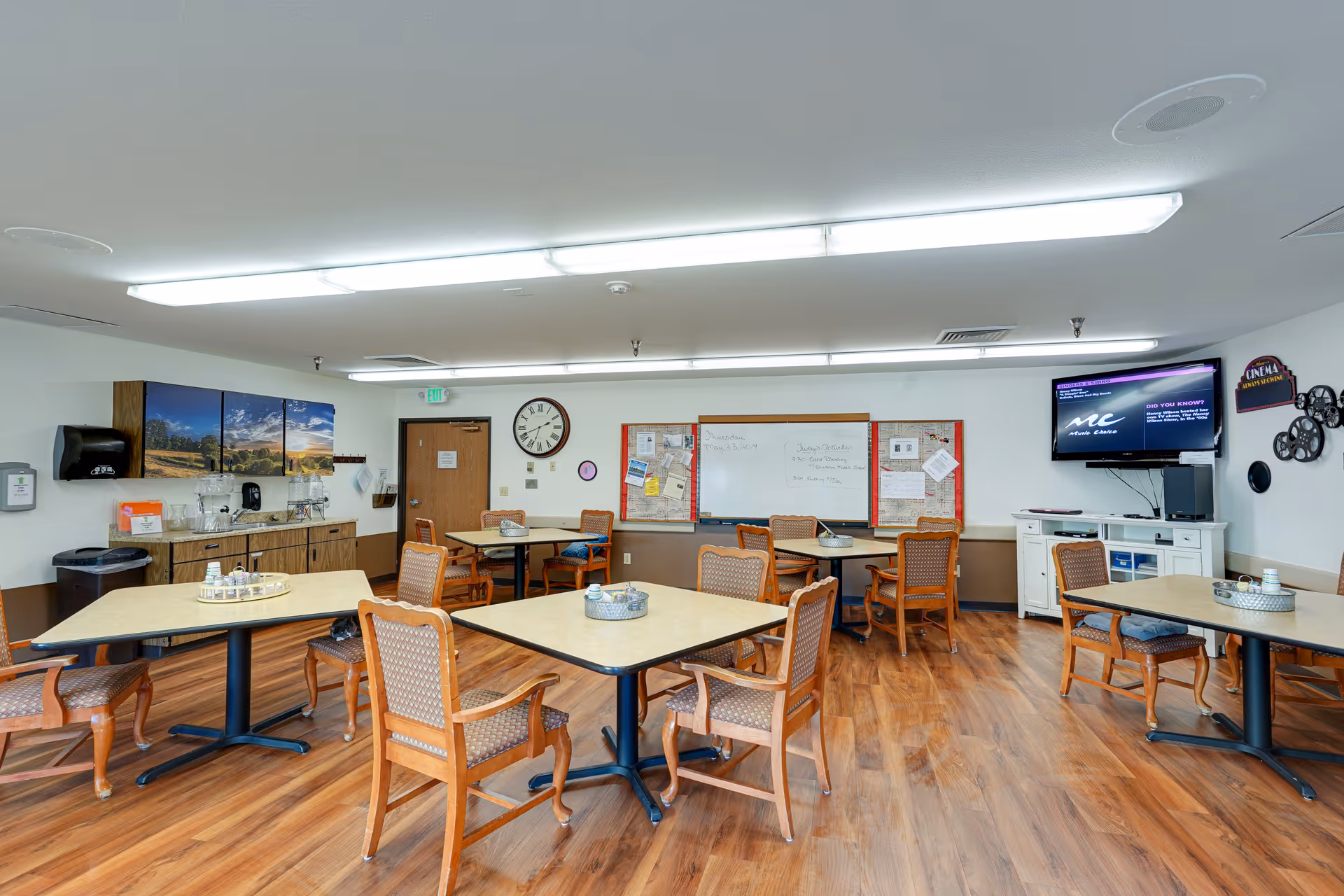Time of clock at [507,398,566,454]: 6:41
